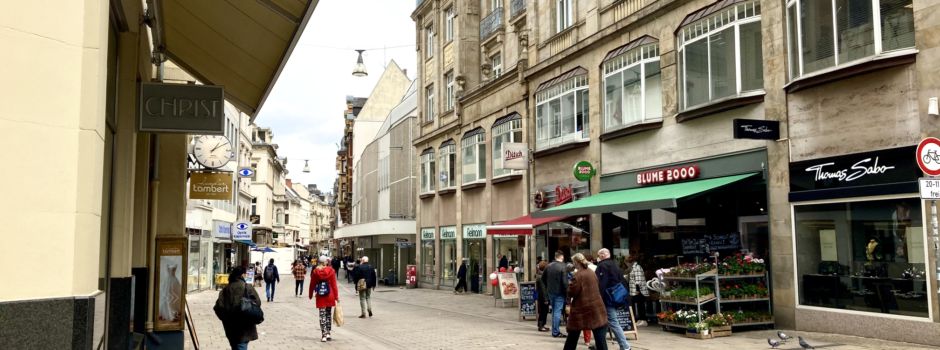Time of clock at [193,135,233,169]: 1:09
